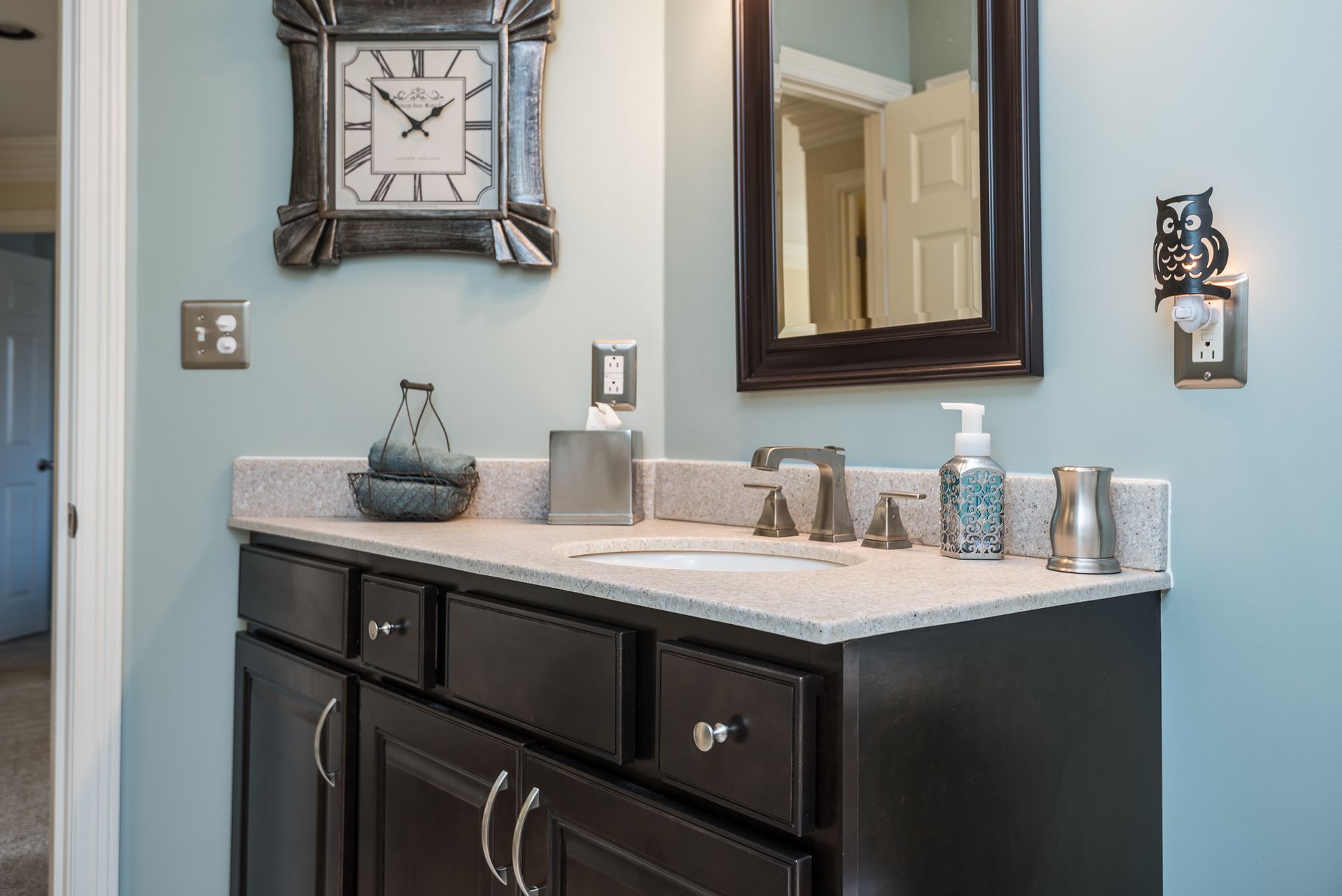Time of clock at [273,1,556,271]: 1:51
